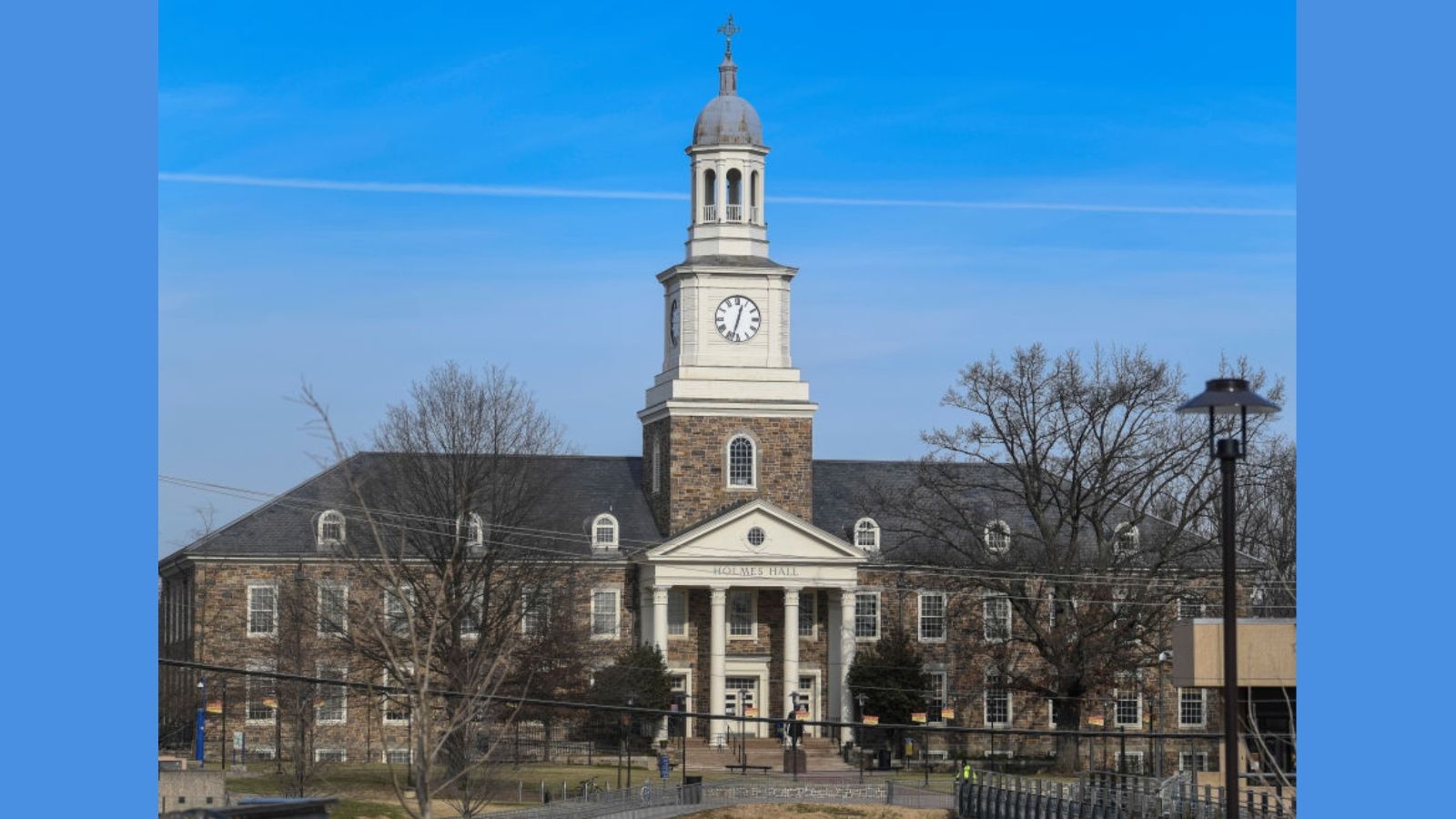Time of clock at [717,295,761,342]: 12:32
